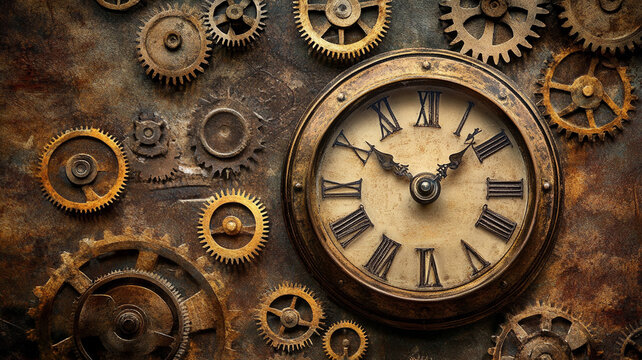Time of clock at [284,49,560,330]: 10:07
